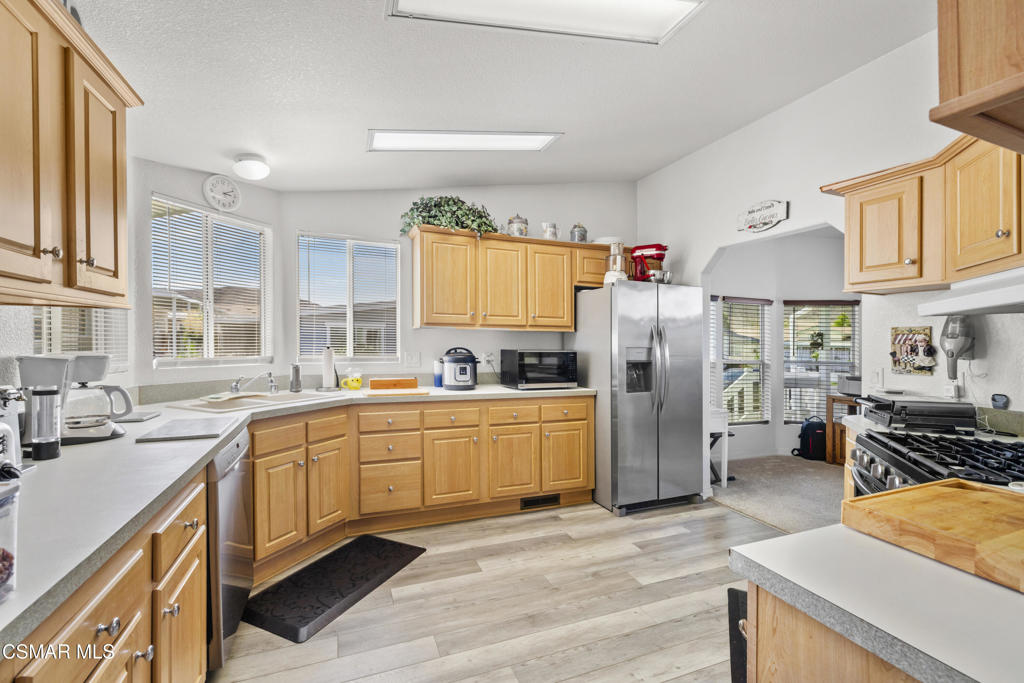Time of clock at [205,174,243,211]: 3:11
